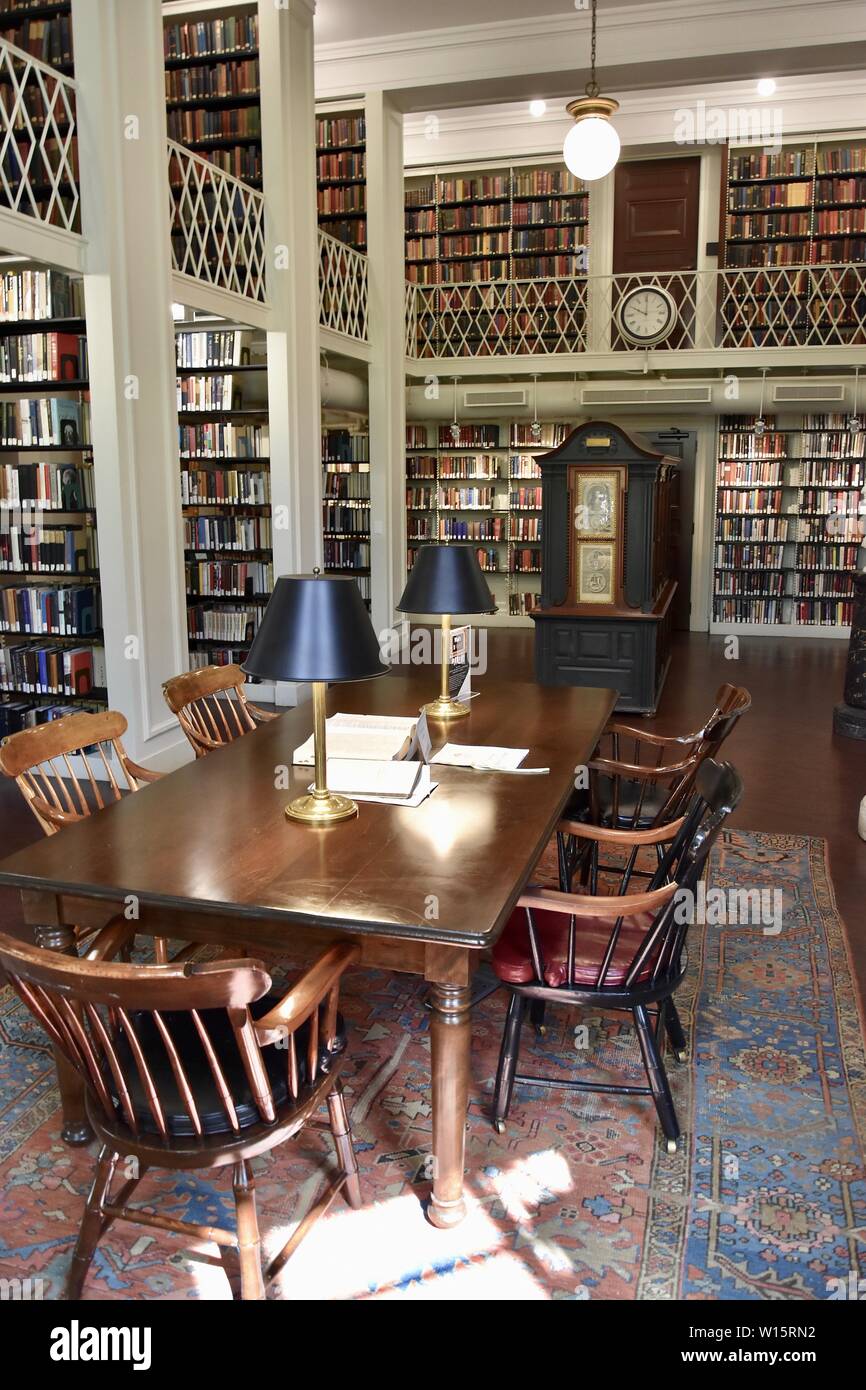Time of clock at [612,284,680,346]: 10:00
